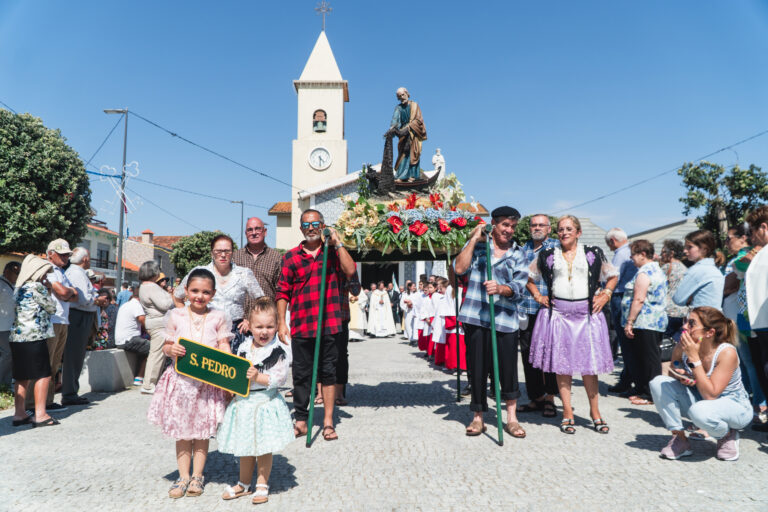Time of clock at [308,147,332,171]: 4:29
